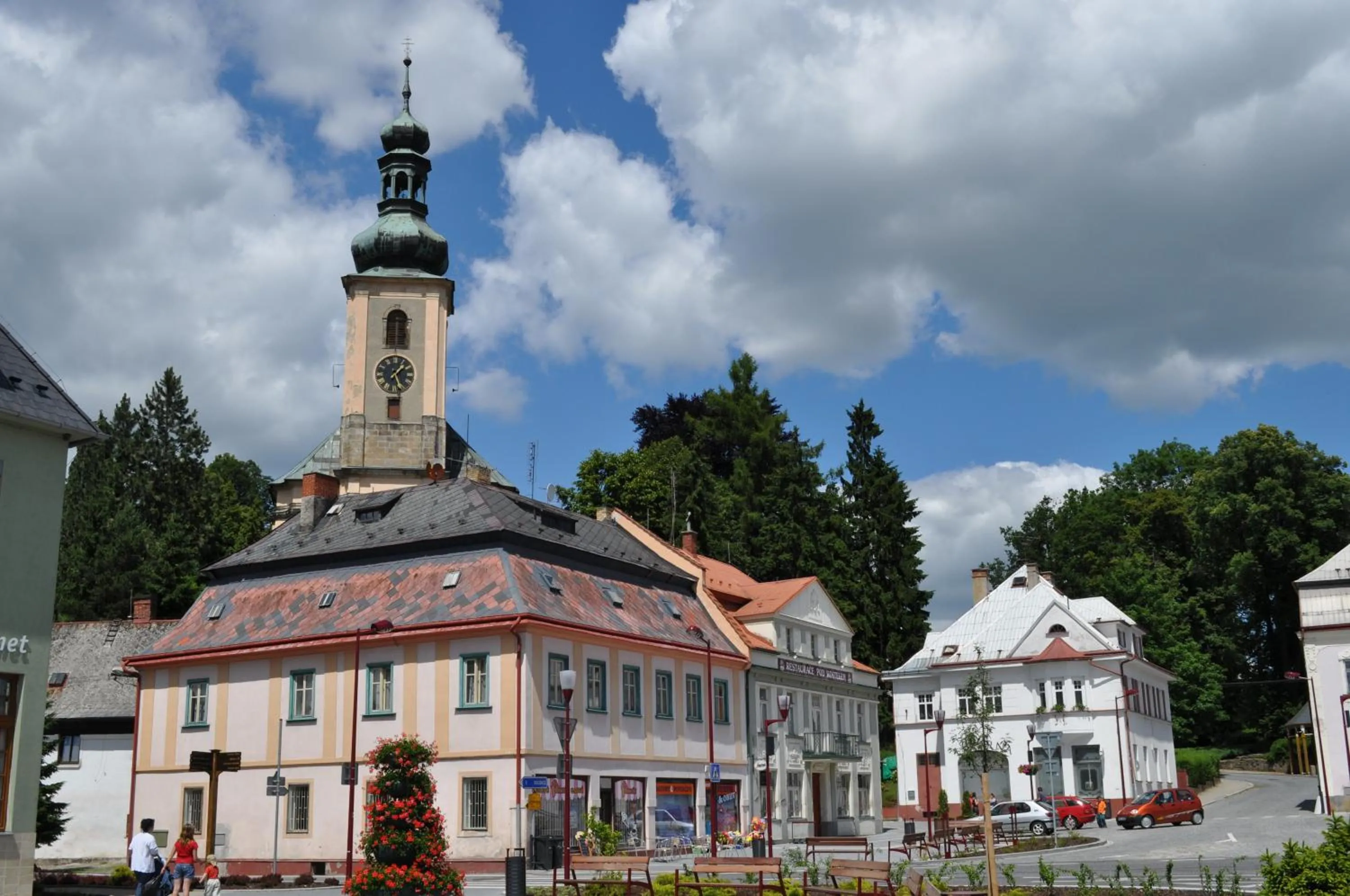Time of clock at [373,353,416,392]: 1:26
